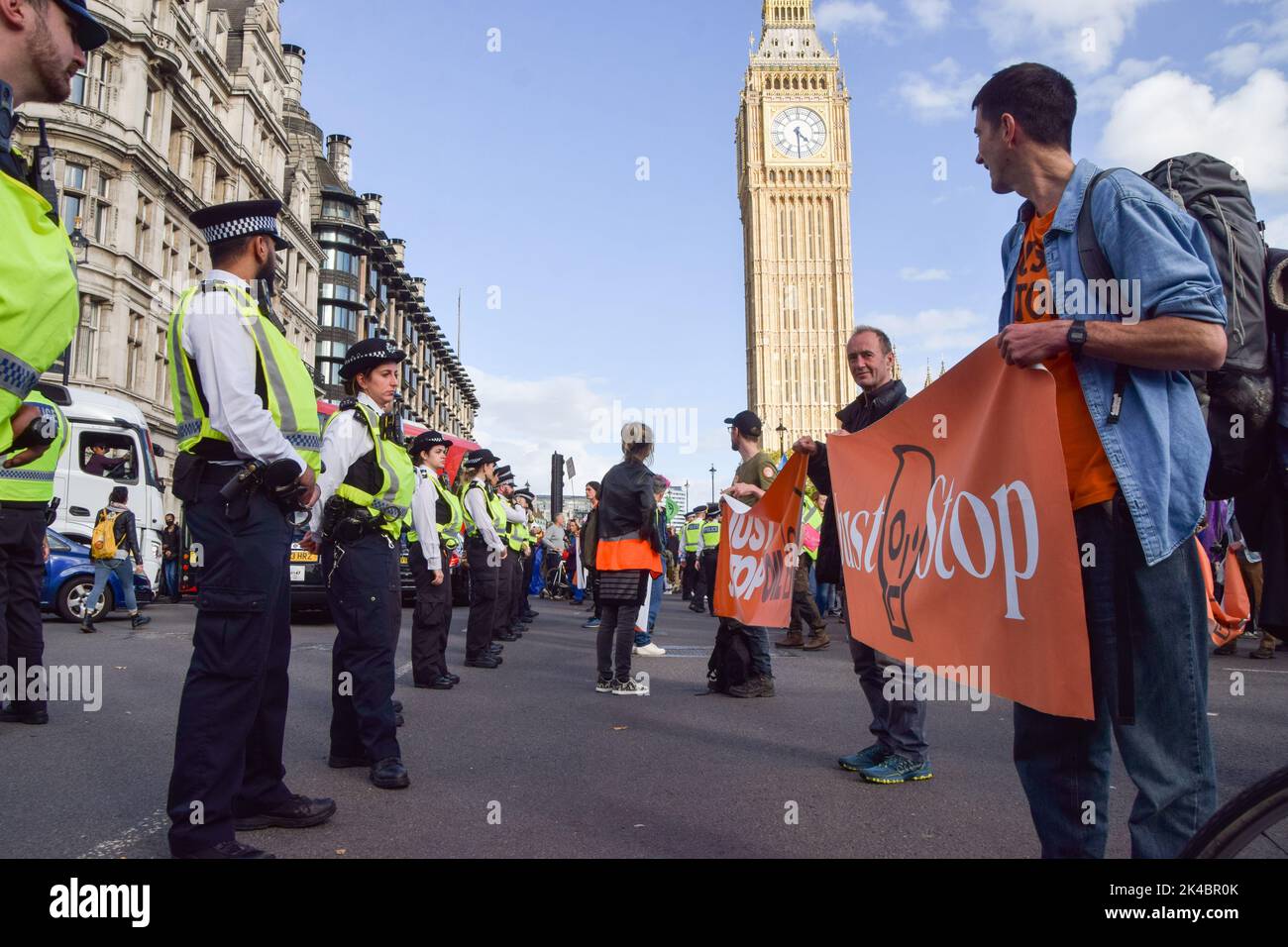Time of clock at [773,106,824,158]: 4:29
